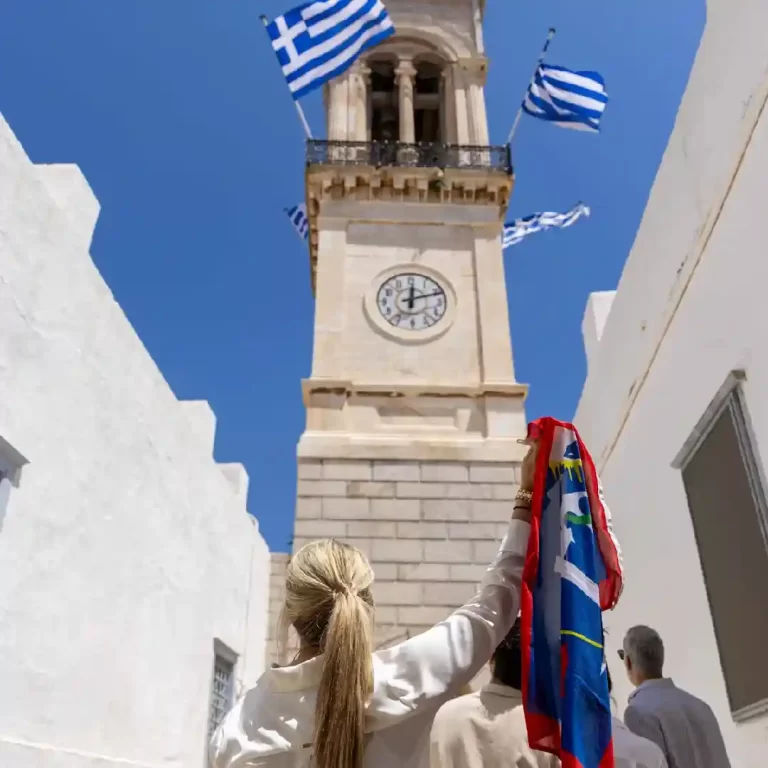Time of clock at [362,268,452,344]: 12:11
